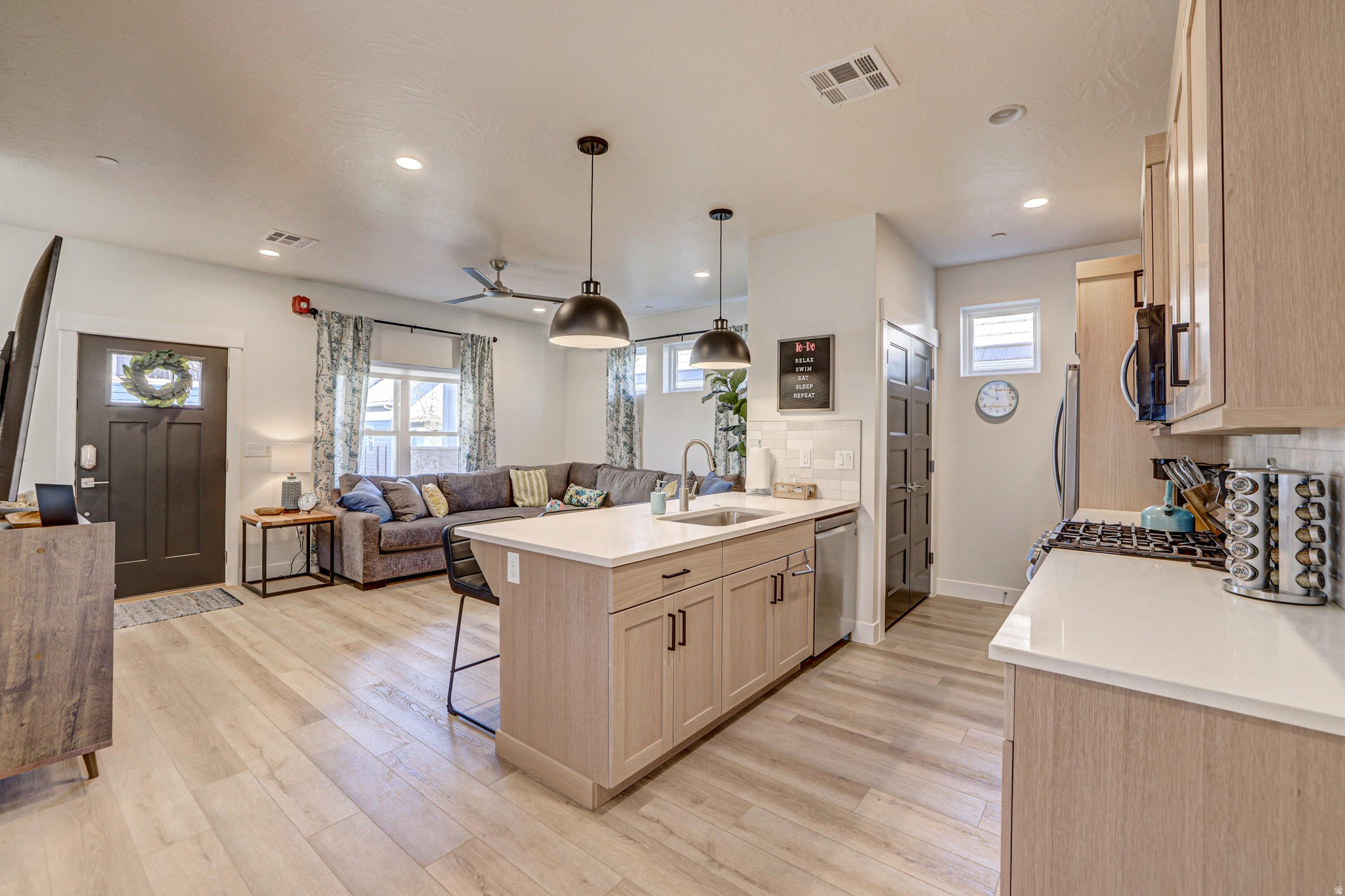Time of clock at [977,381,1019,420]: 11:49
